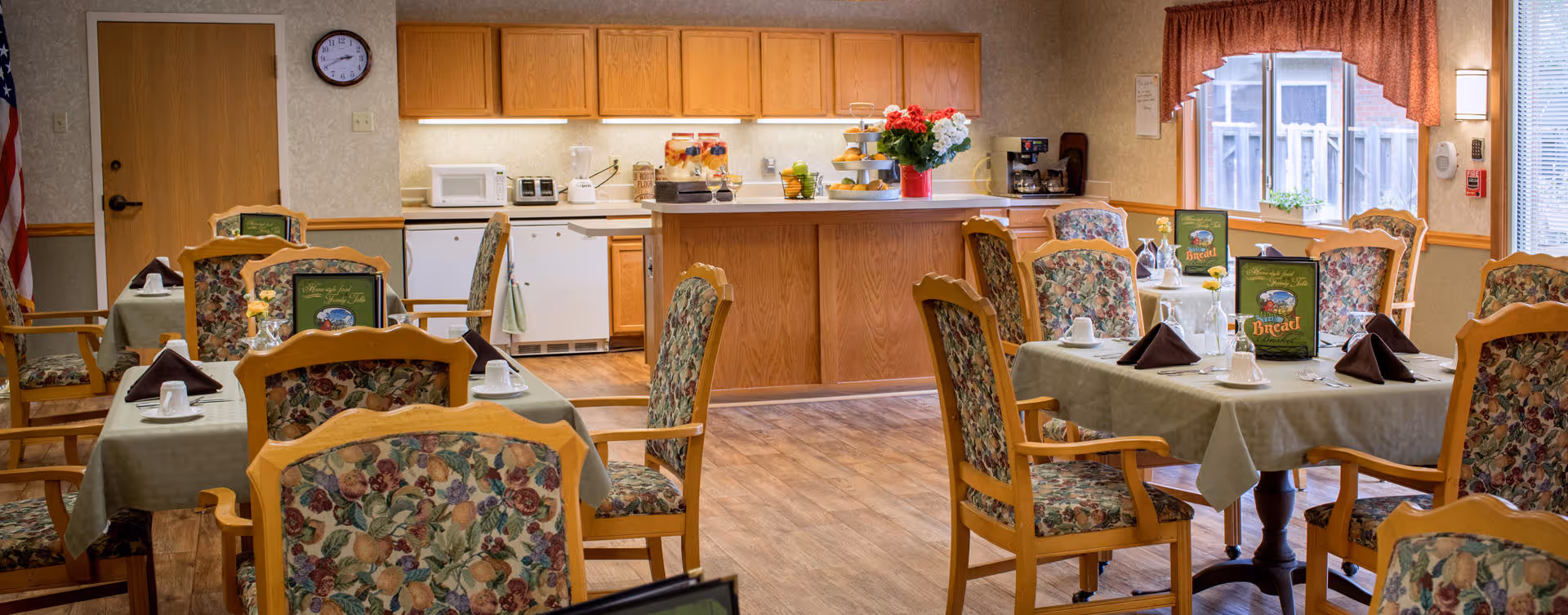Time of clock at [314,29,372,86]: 2:40
